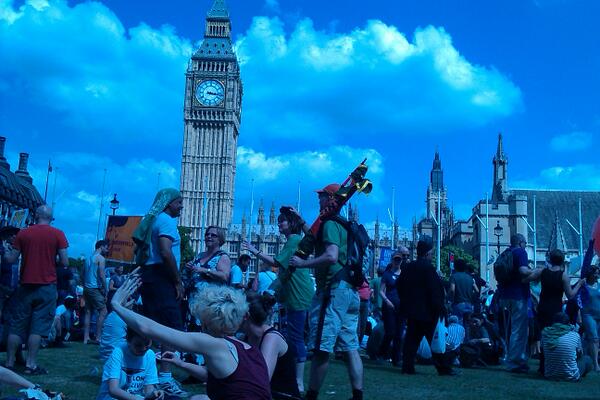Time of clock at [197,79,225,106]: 3:16
